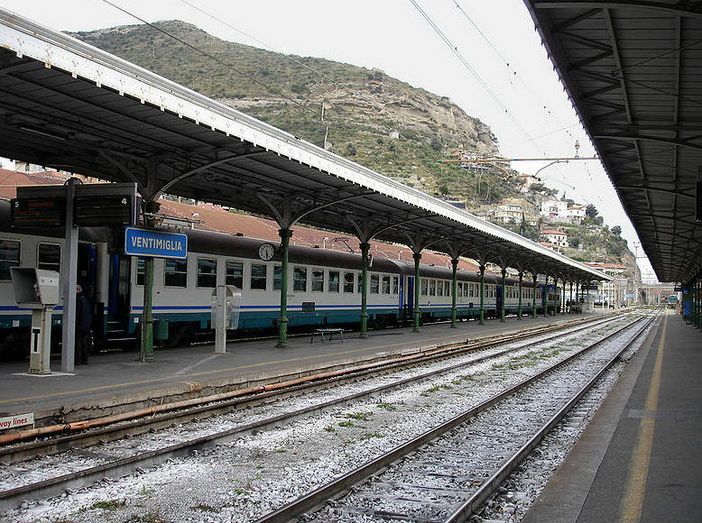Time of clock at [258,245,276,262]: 5:29
